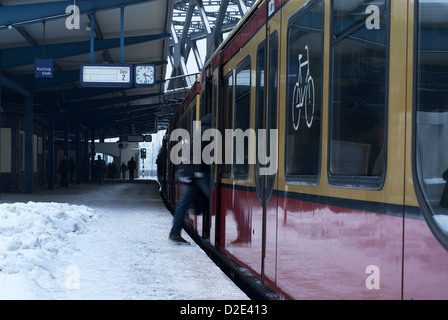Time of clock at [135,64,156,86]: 3:28
